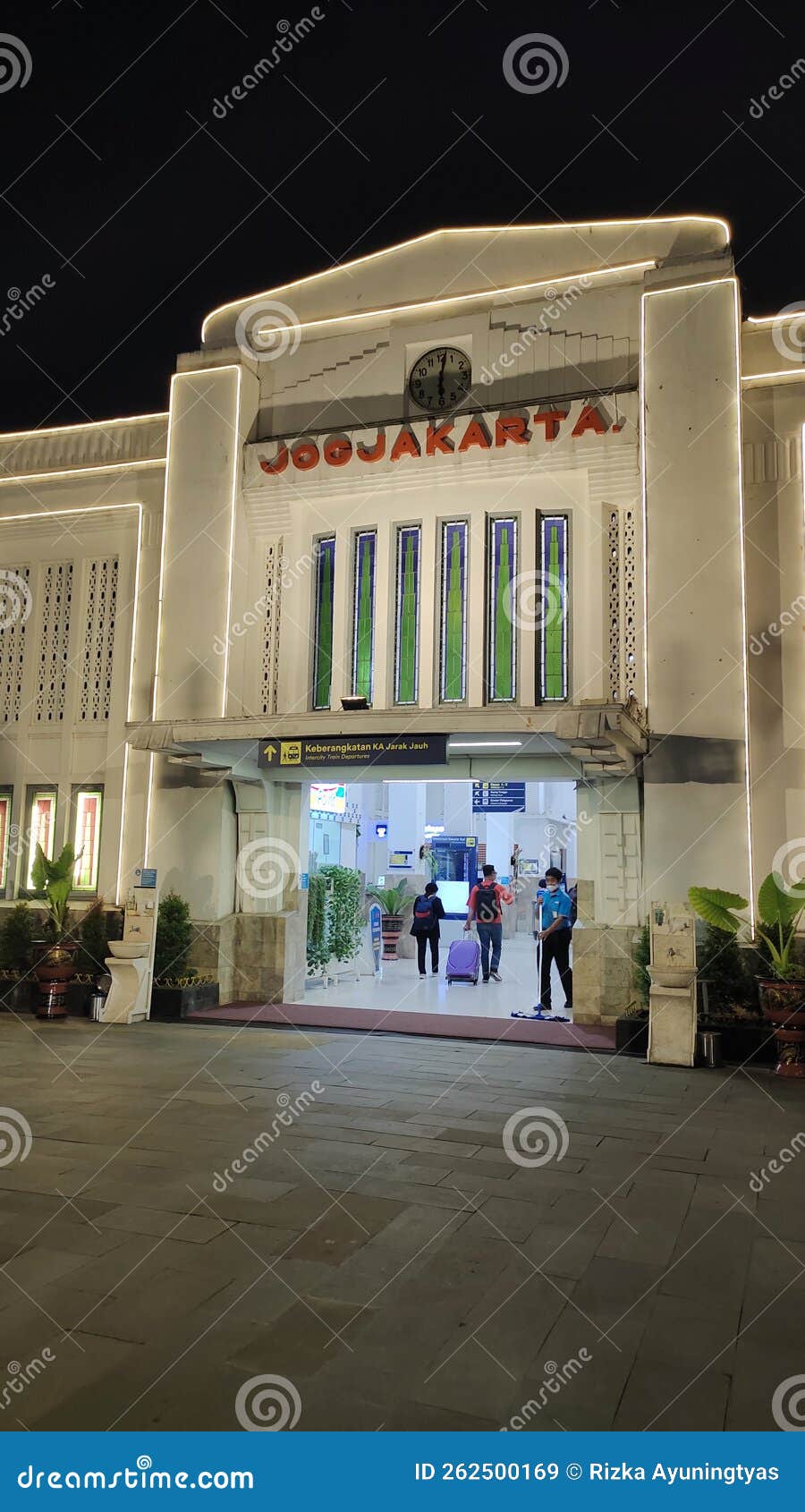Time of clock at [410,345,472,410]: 6:01
